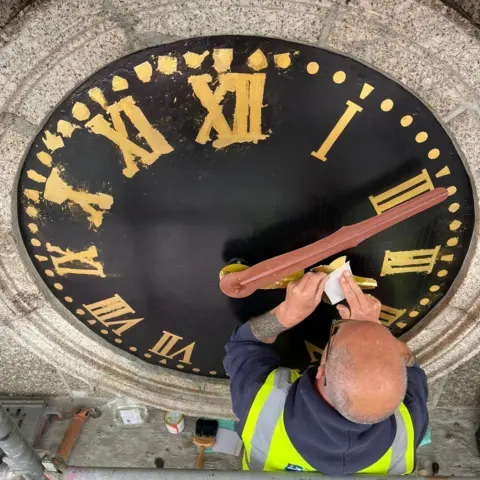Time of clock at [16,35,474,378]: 2:09
